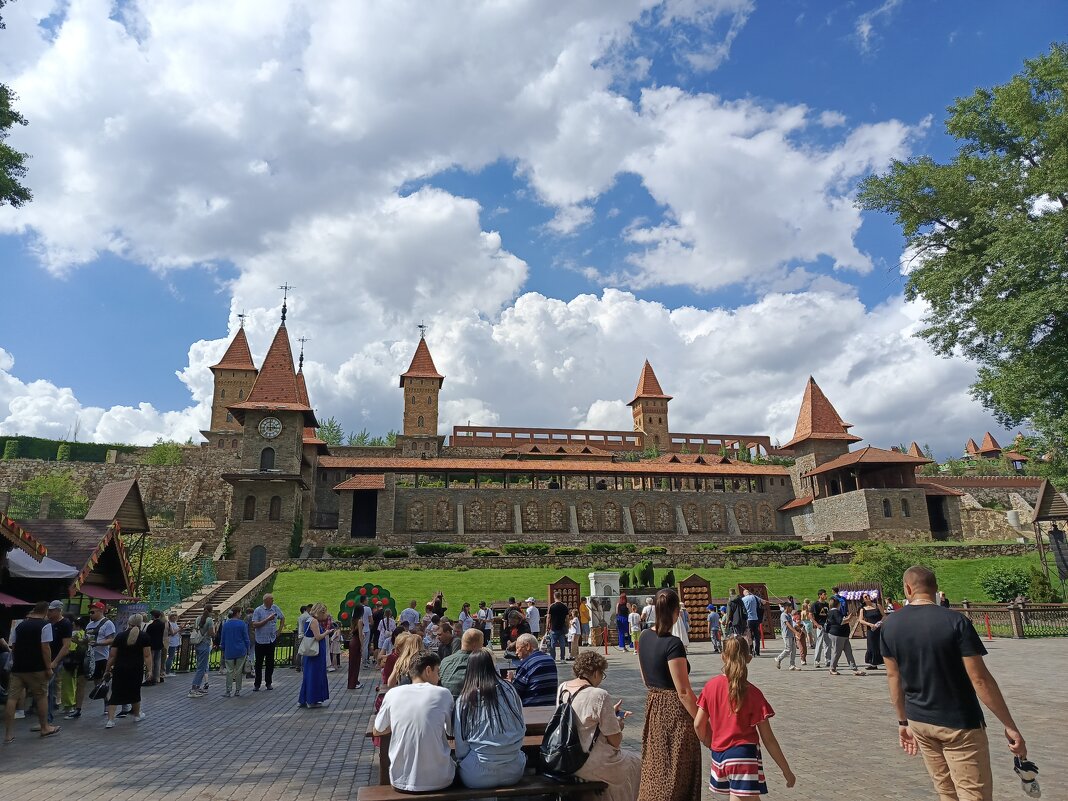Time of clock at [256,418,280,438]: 2:59
